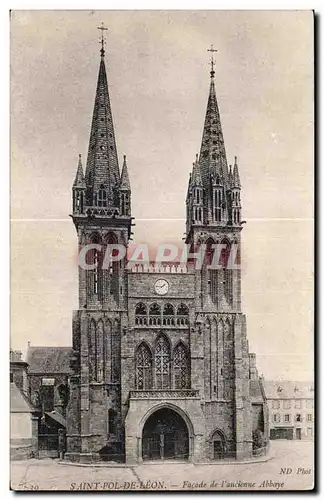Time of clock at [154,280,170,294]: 1:46
